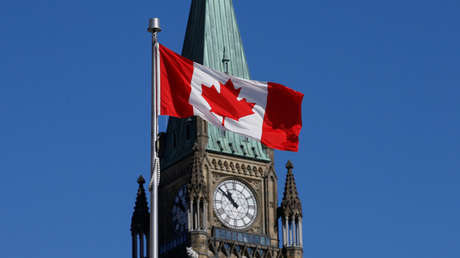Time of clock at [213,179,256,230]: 10:51
